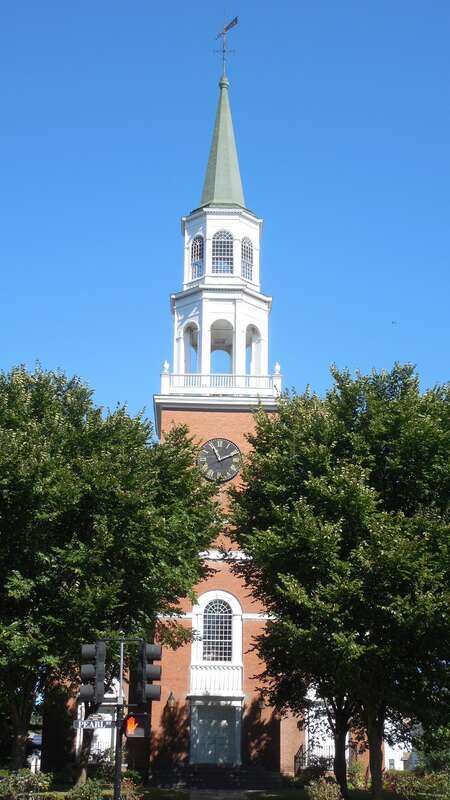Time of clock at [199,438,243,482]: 11:11
